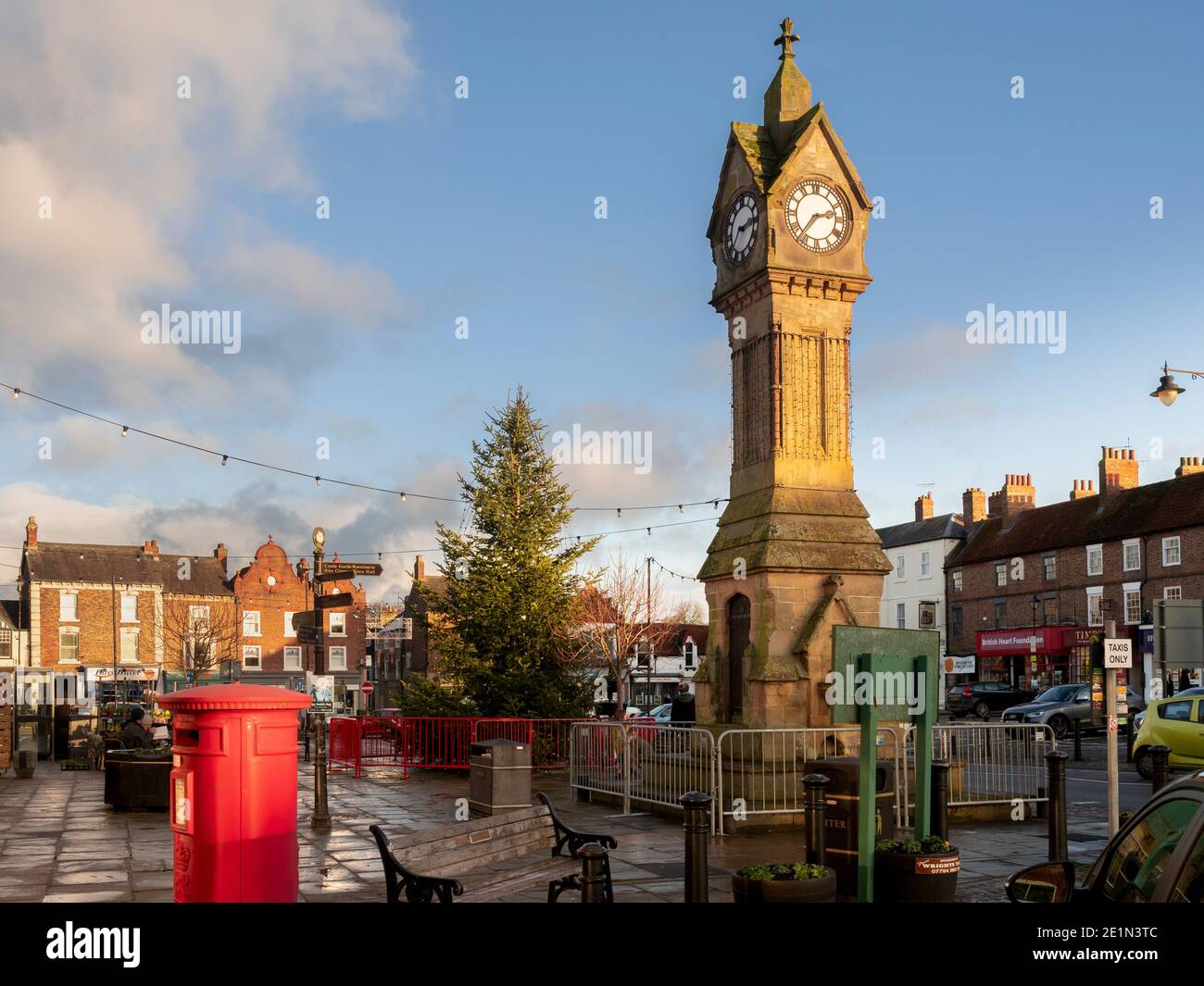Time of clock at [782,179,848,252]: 2:36
